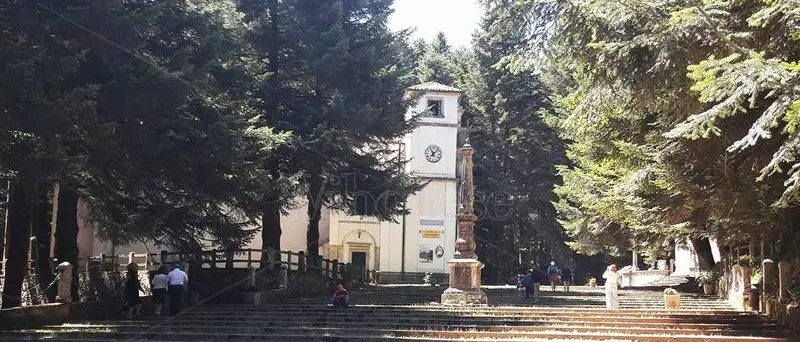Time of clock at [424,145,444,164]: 11:07
